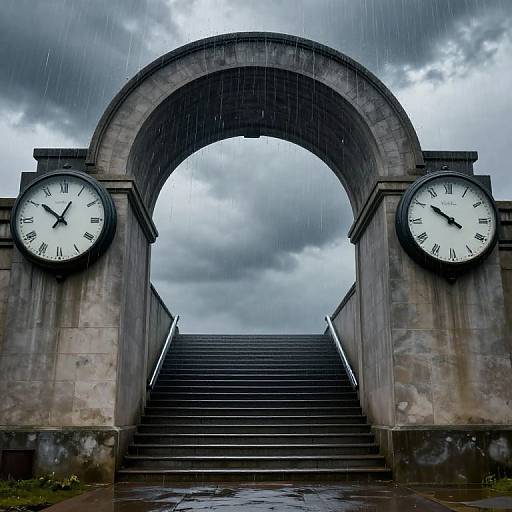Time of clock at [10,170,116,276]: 12:51
